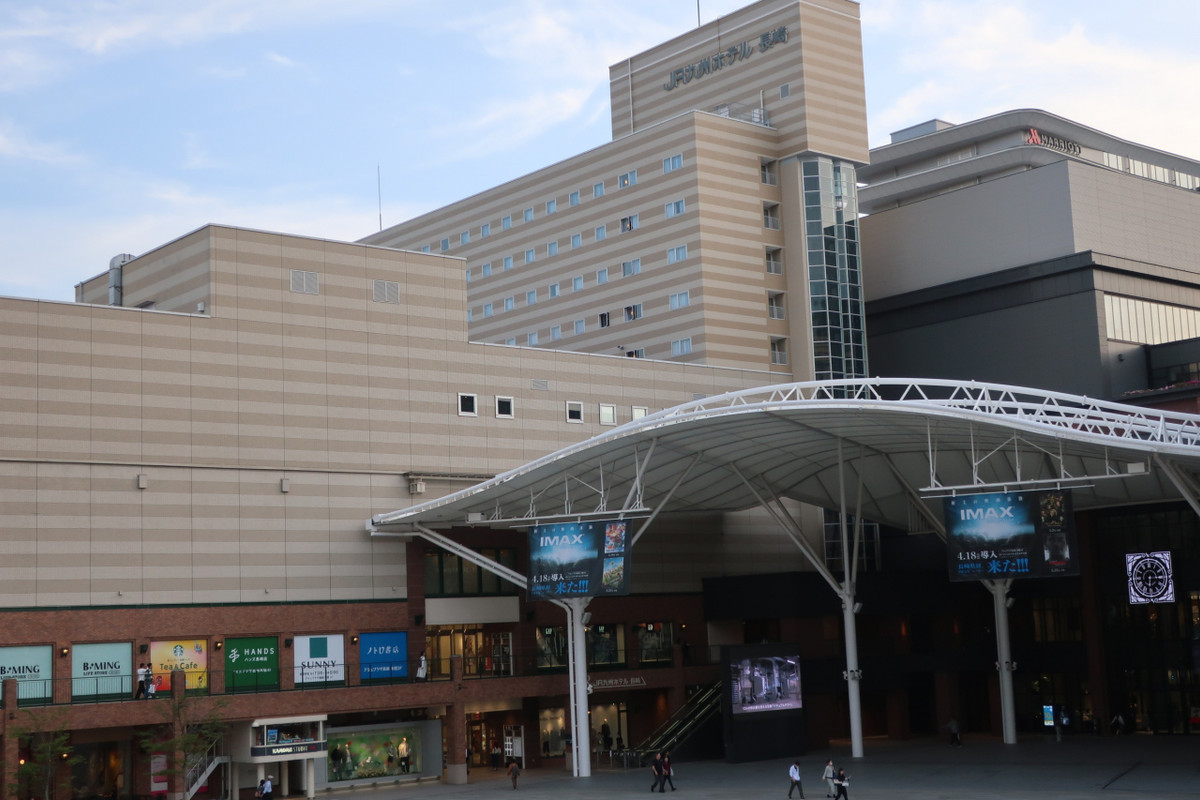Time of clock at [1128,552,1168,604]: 6:15
